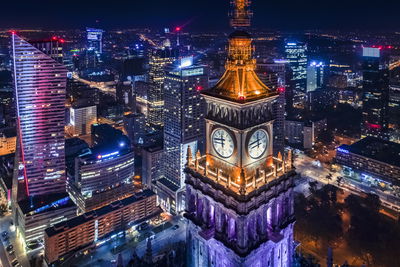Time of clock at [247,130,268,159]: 11:42
